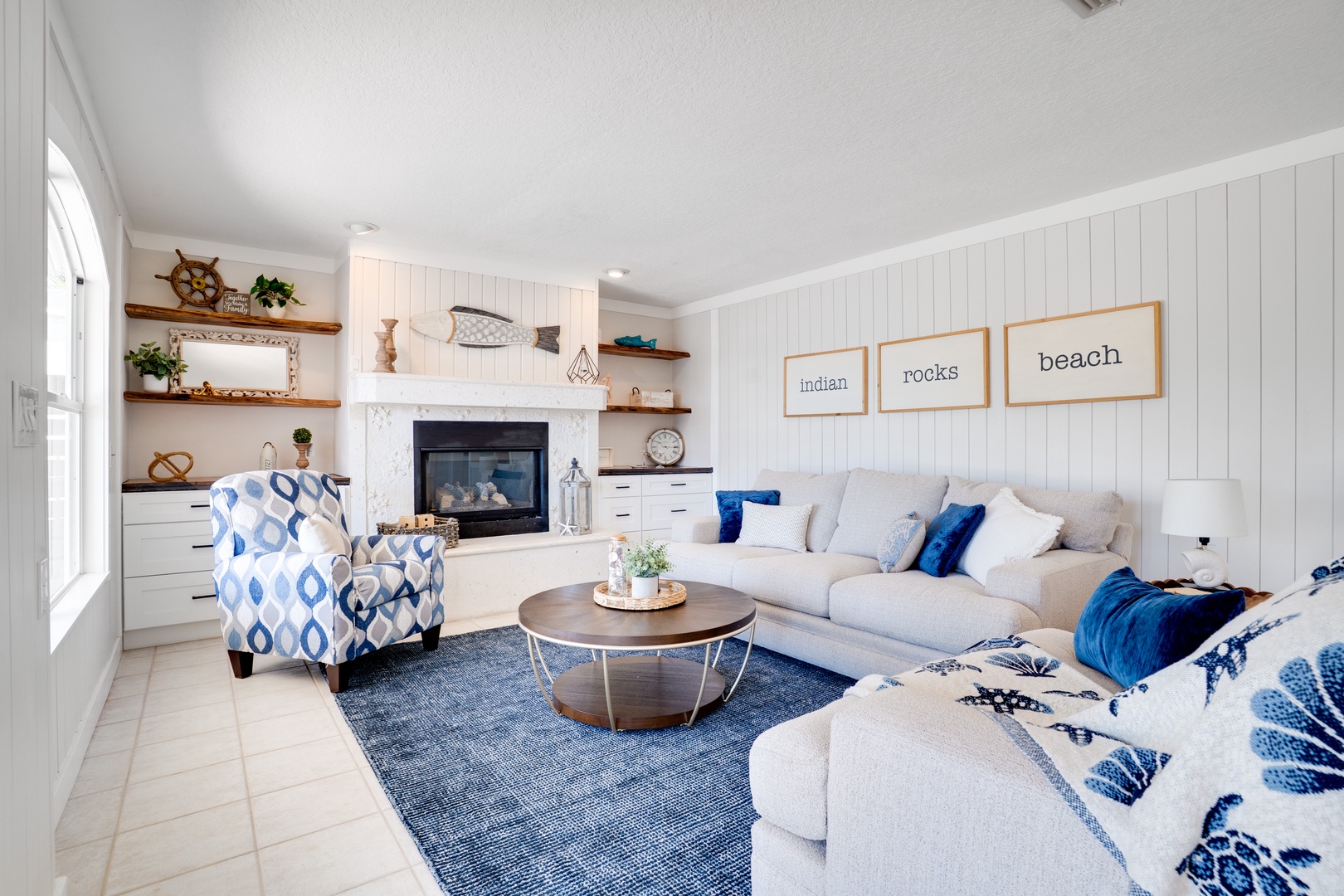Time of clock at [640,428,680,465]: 10:15
